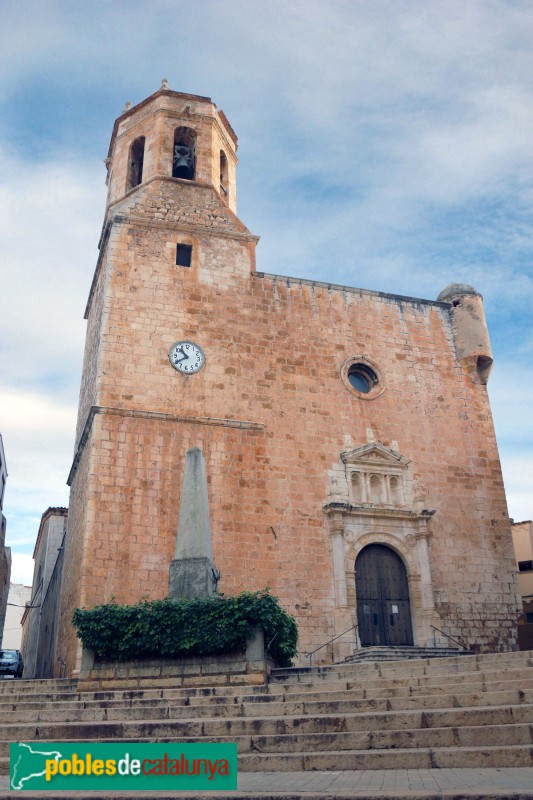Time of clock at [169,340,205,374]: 10:39
